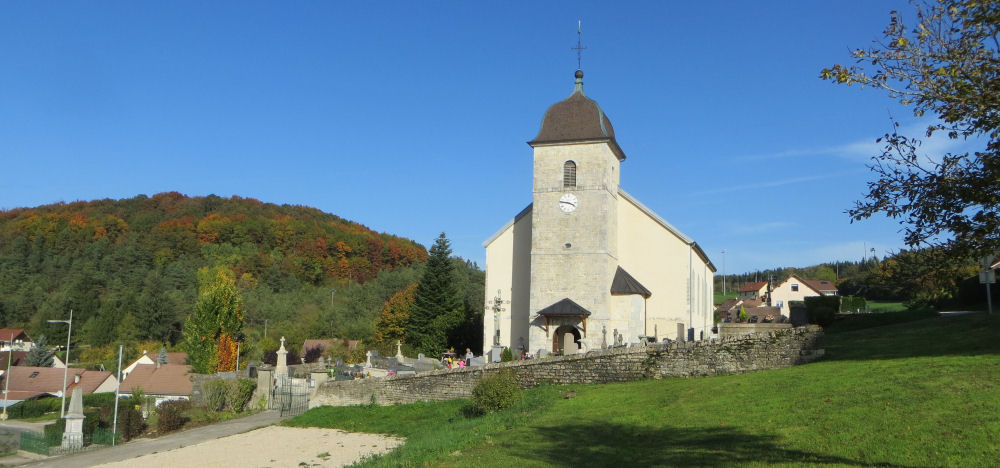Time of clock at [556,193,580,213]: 3:46
